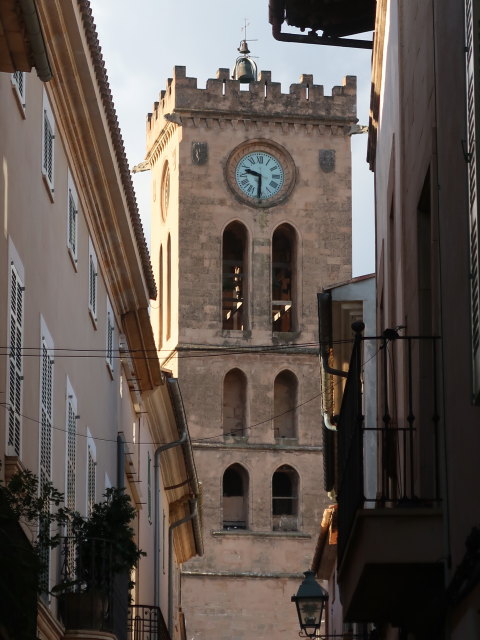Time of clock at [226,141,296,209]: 9:30
